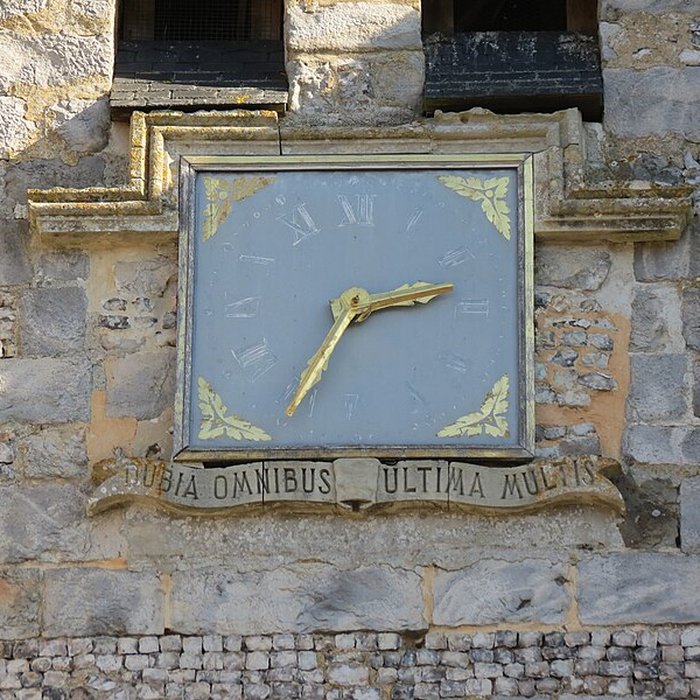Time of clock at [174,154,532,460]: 2:34
